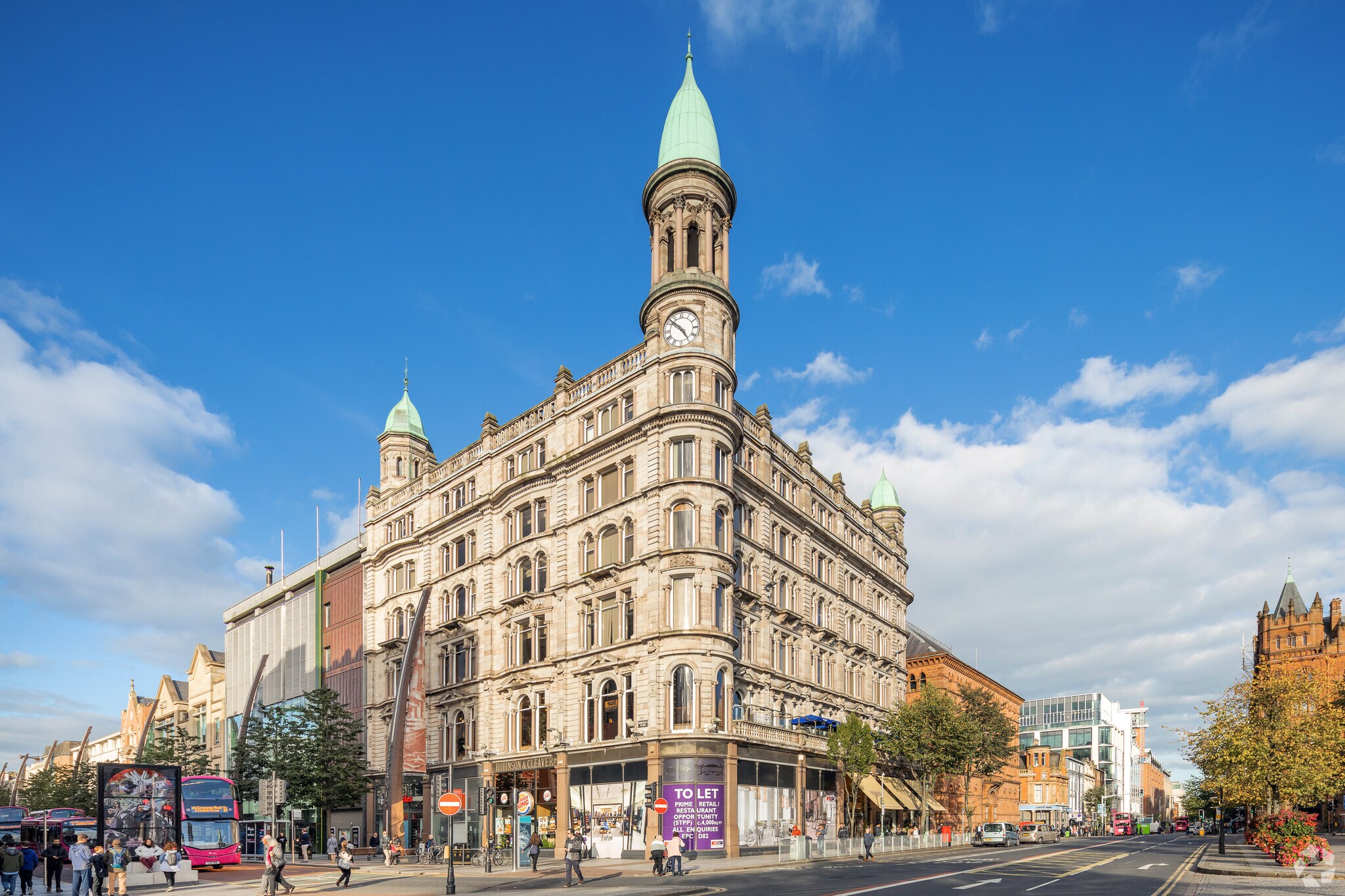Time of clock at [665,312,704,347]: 4:51
